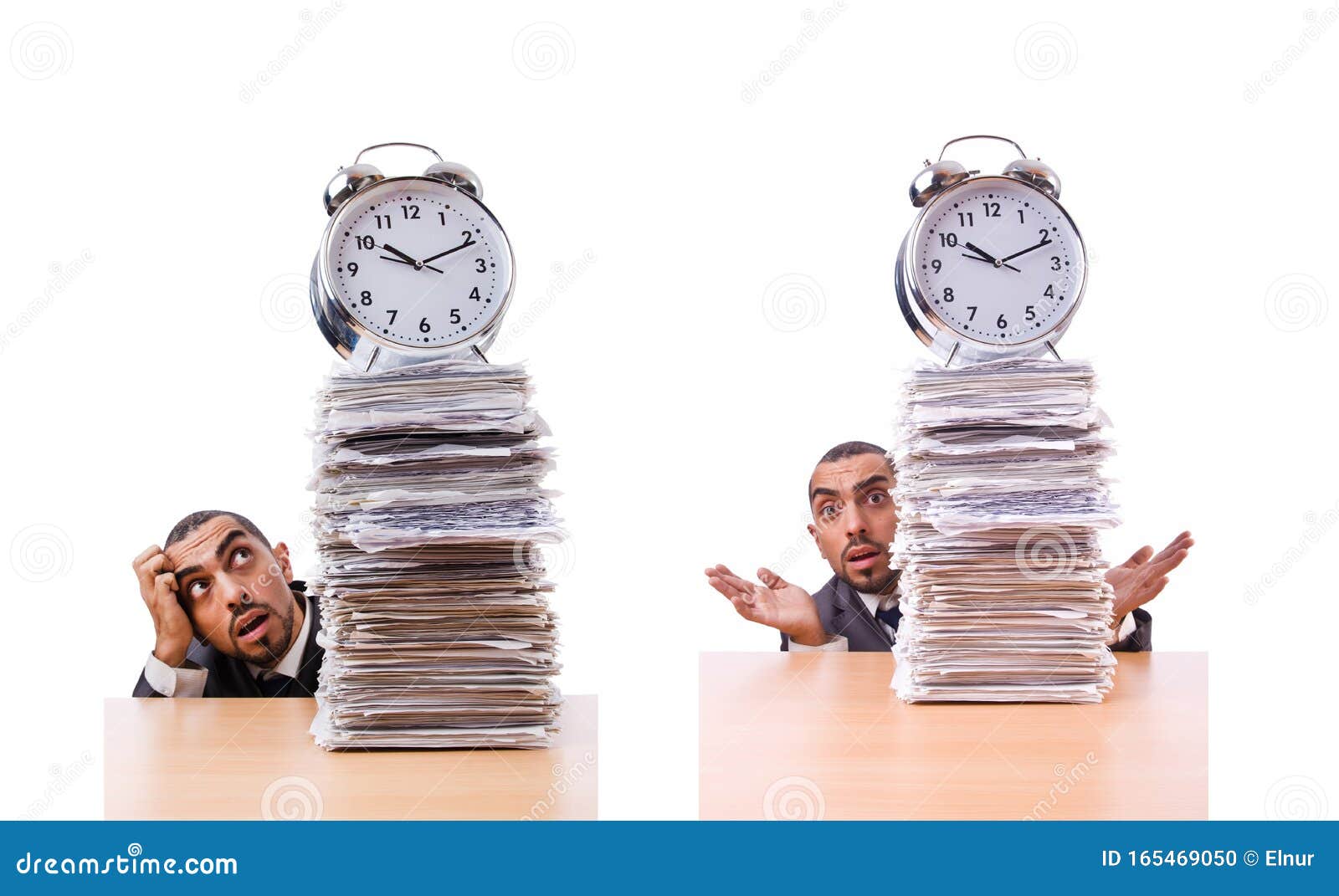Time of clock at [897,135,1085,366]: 10:11
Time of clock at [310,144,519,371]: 10:11
